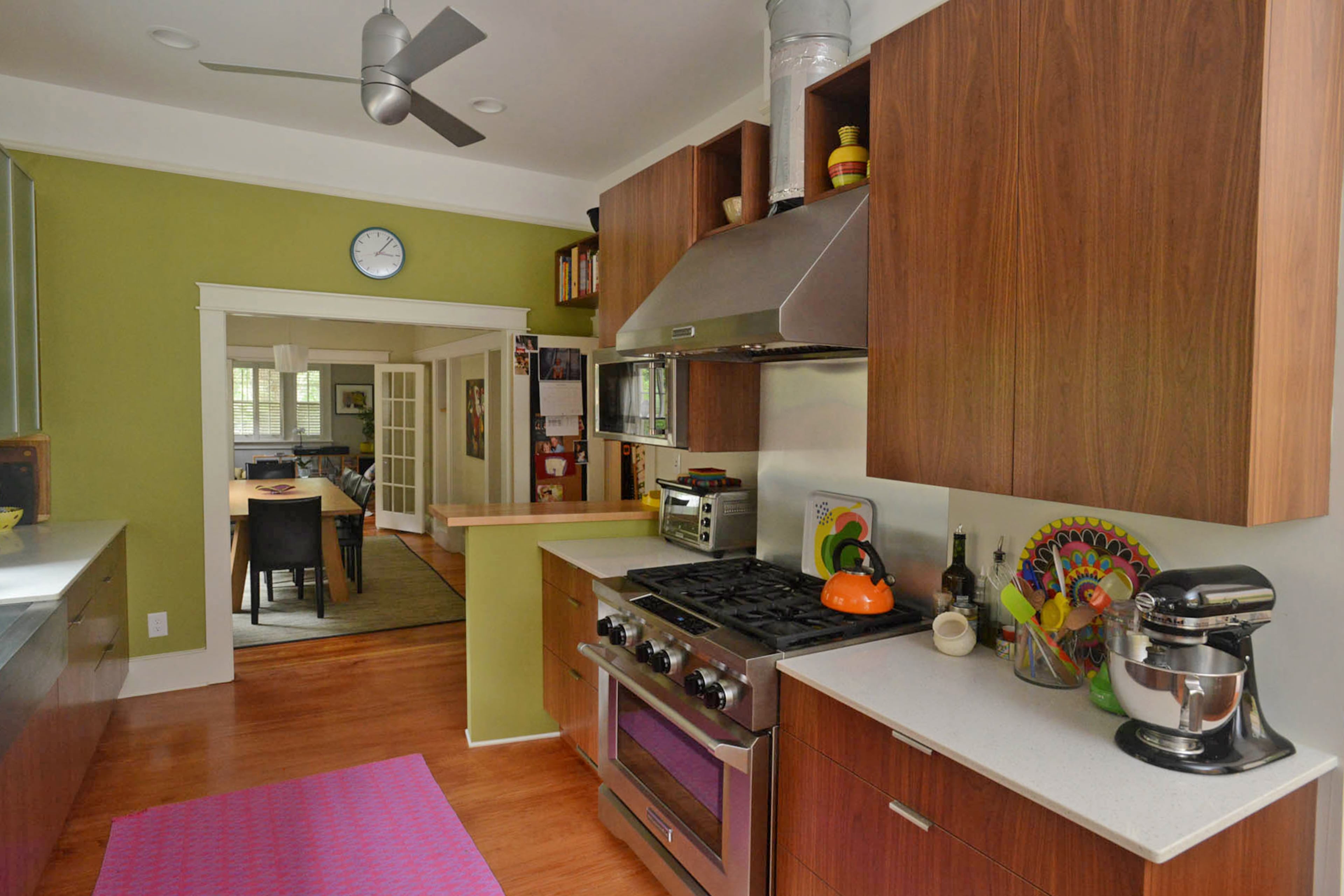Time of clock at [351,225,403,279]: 3:06
